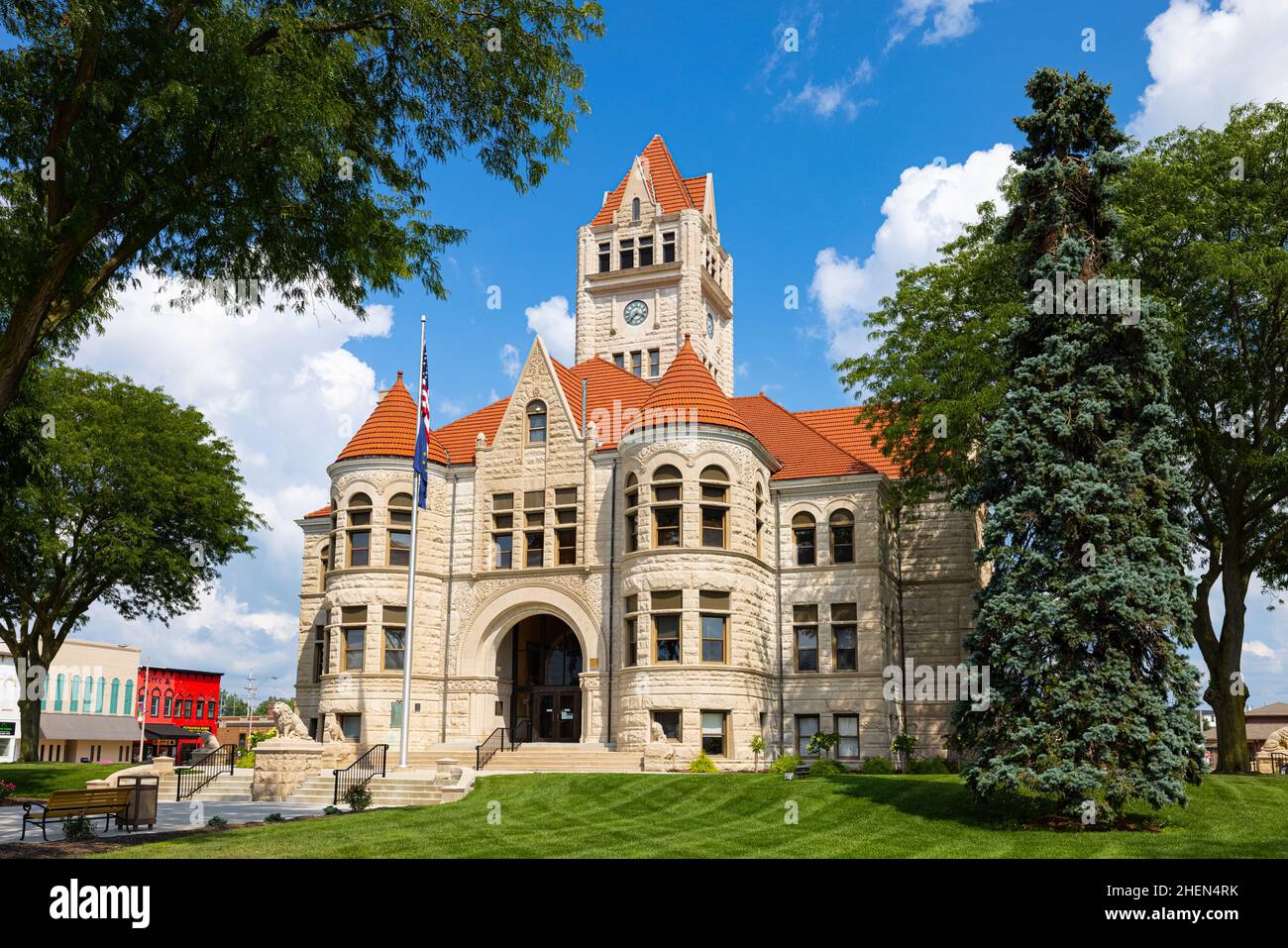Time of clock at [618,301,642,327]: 7:18
